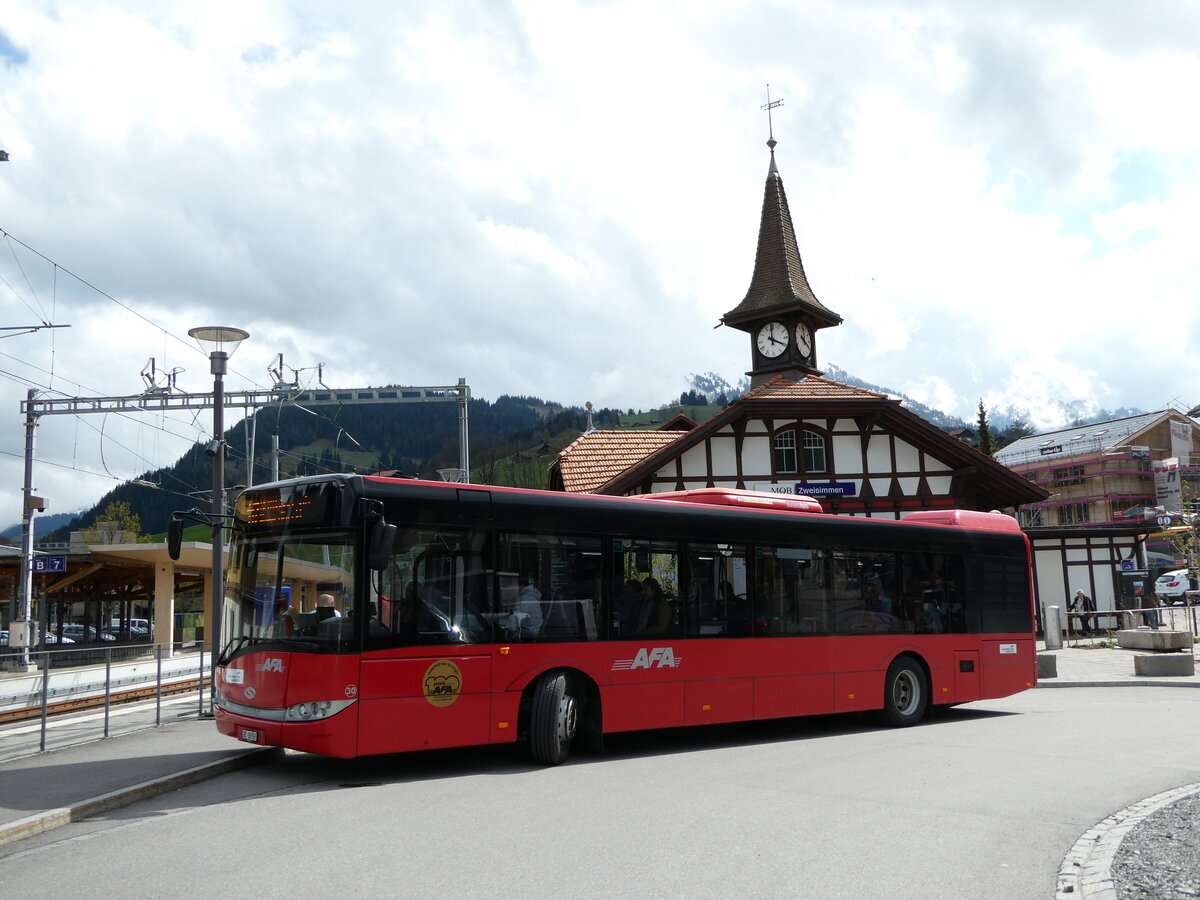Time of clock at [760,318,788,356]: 3:59
